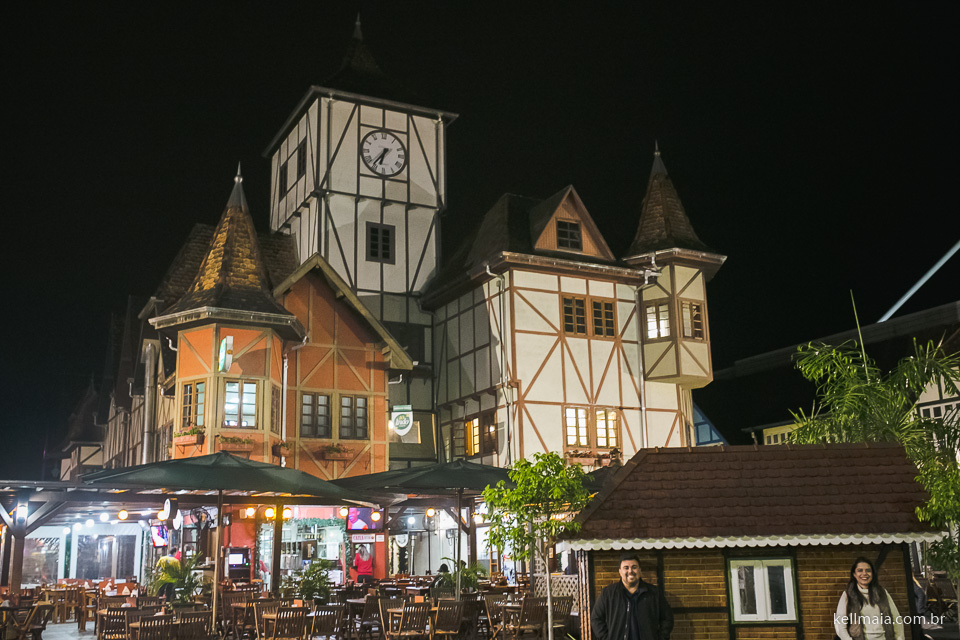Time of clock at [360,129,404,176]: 6:36
